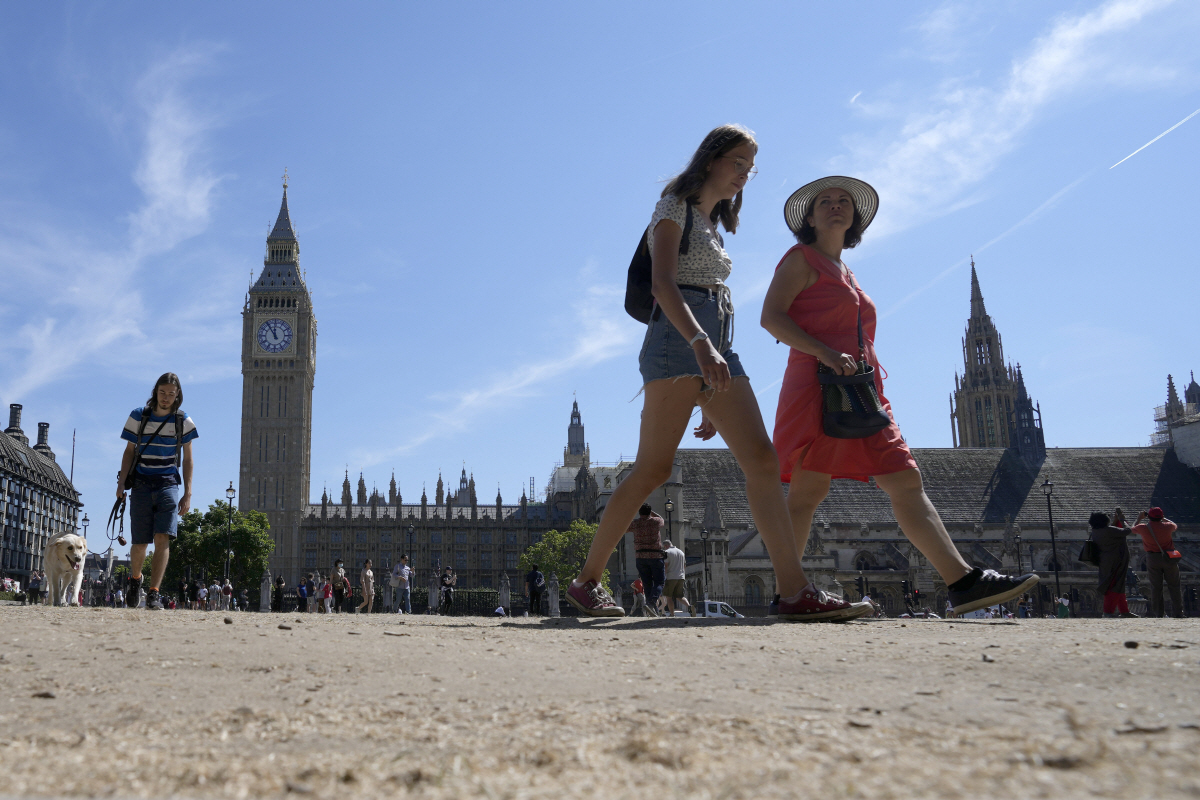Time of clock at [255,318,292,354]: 11:54
